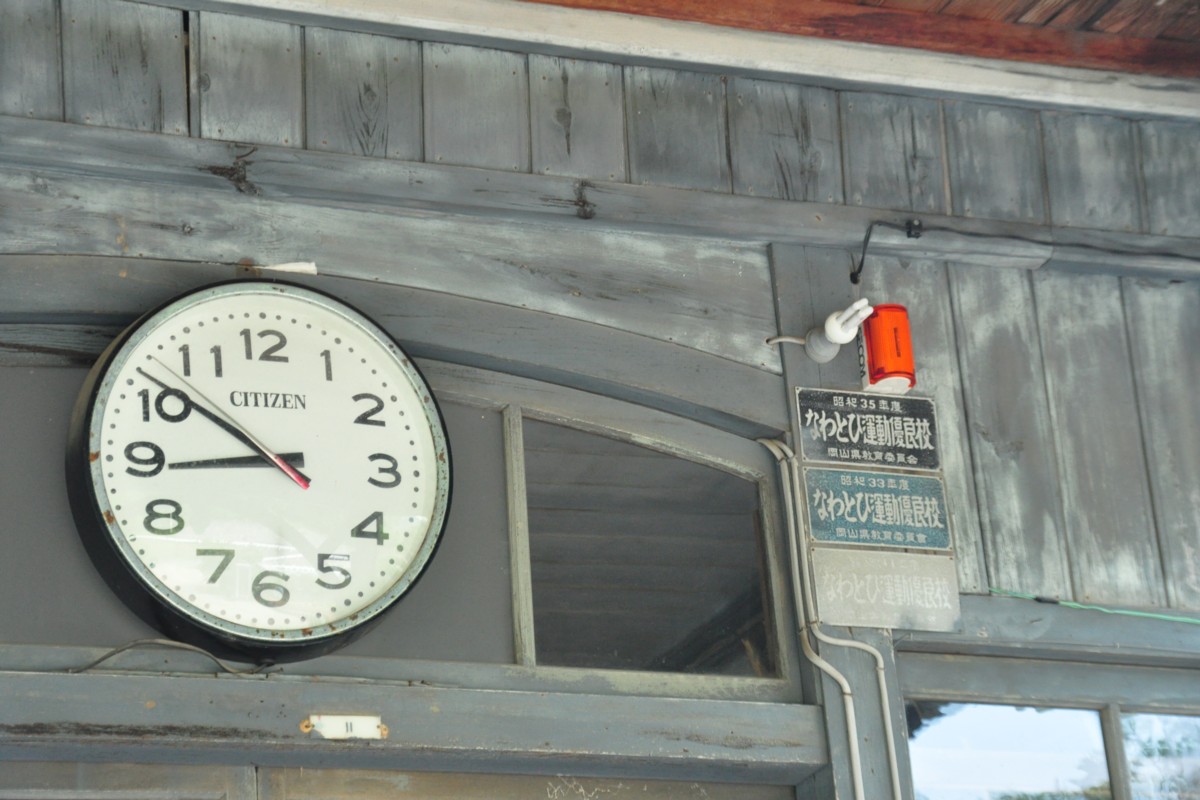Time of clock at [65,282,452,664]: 8:51
